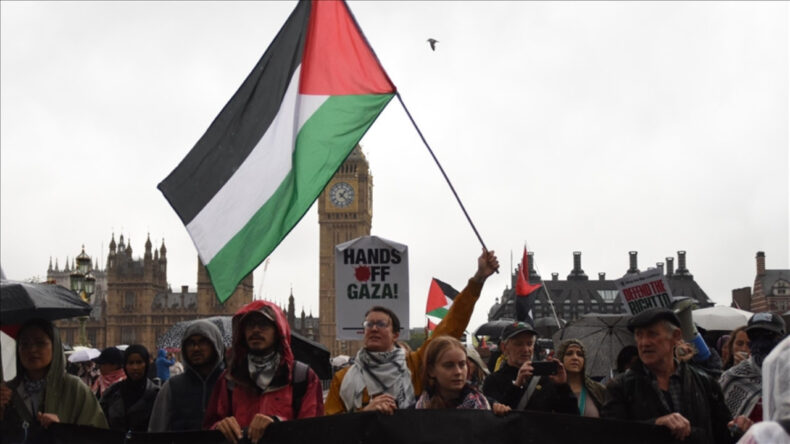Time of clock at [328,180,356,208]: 1:22
